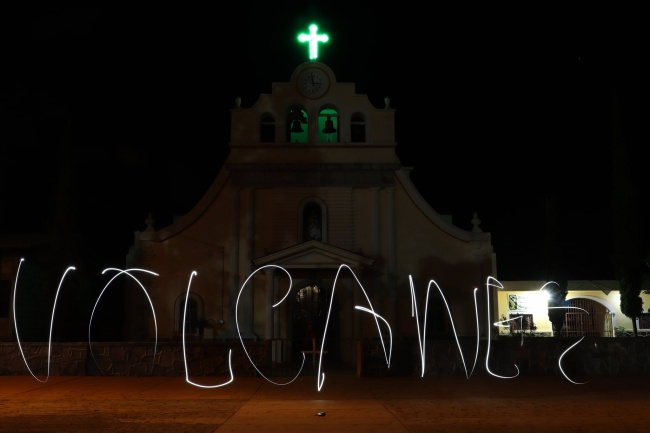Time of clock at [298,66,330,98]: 2:58
